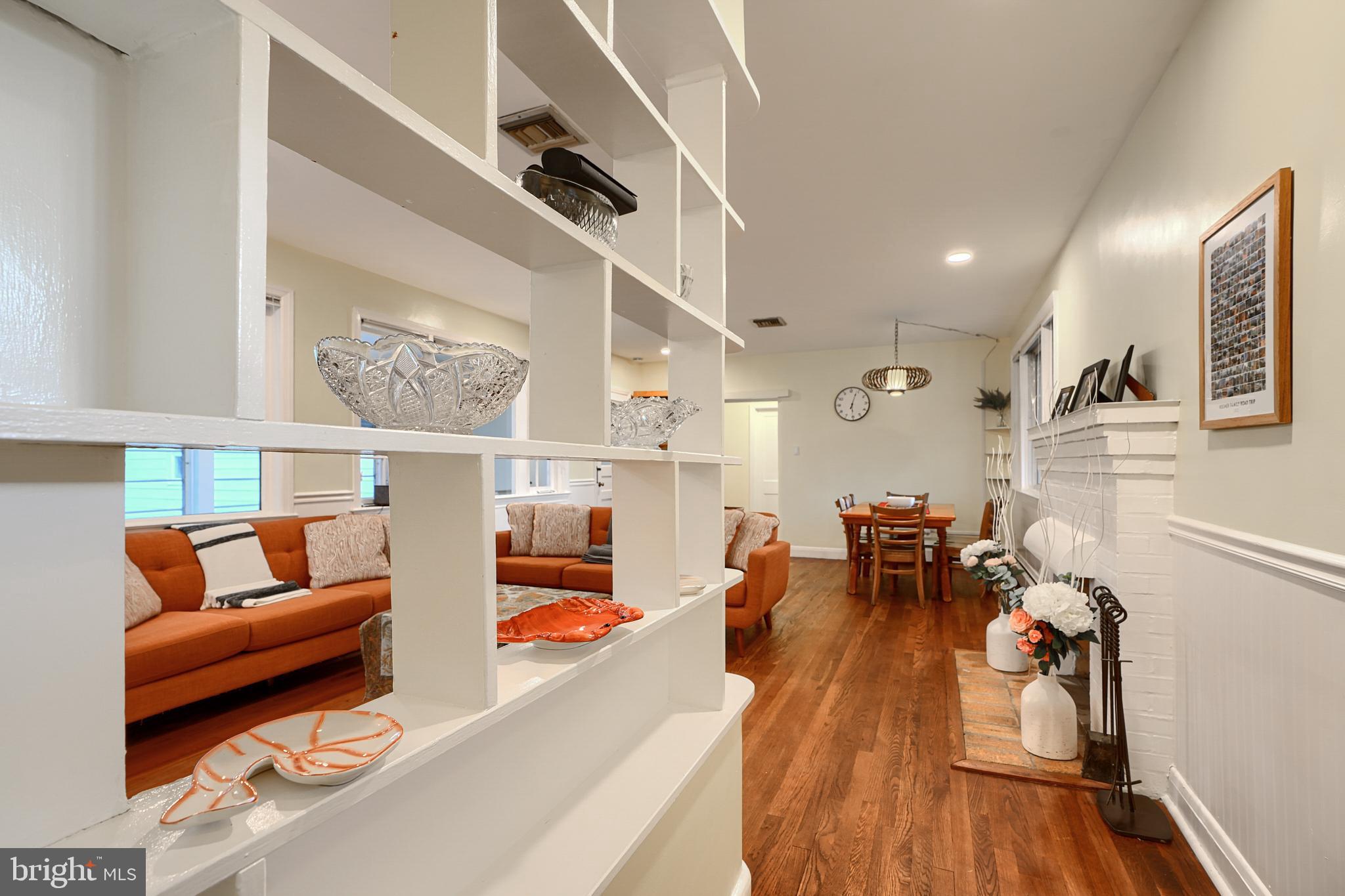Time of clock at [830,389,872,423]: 6:03
